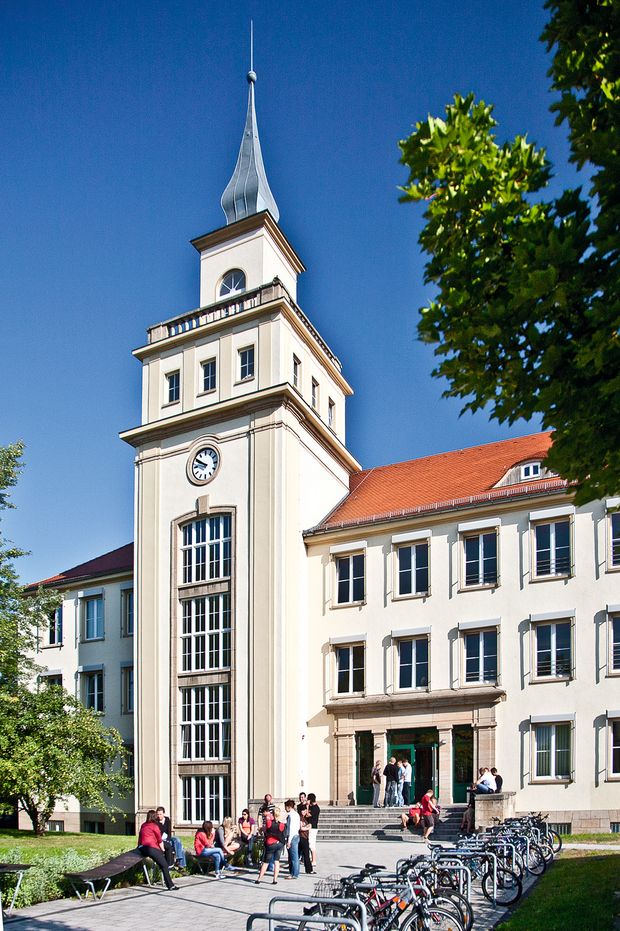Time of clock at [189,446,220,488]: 9:50
